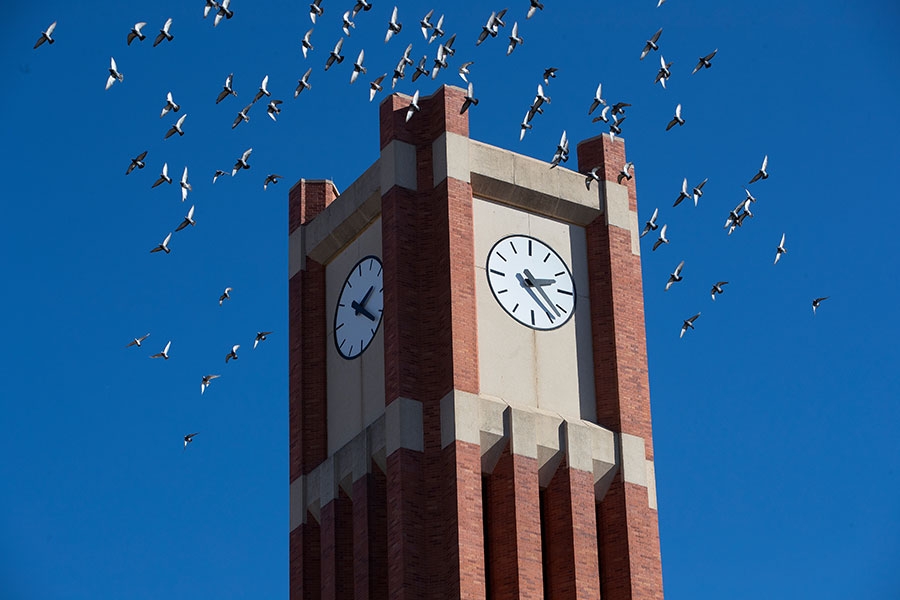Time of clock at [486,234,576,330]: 2:23
